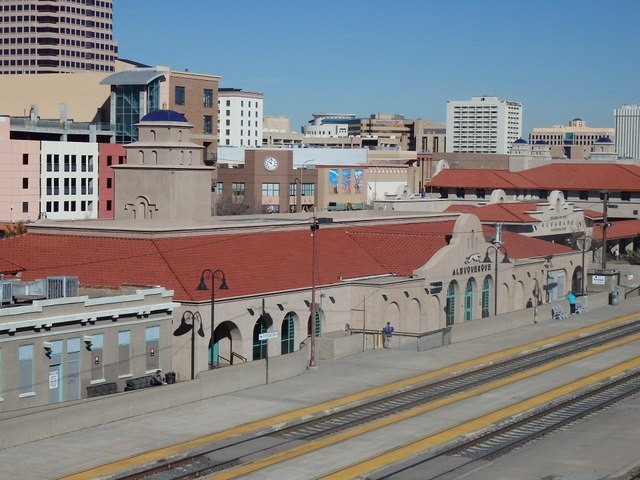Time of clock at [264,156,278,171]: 10:00
